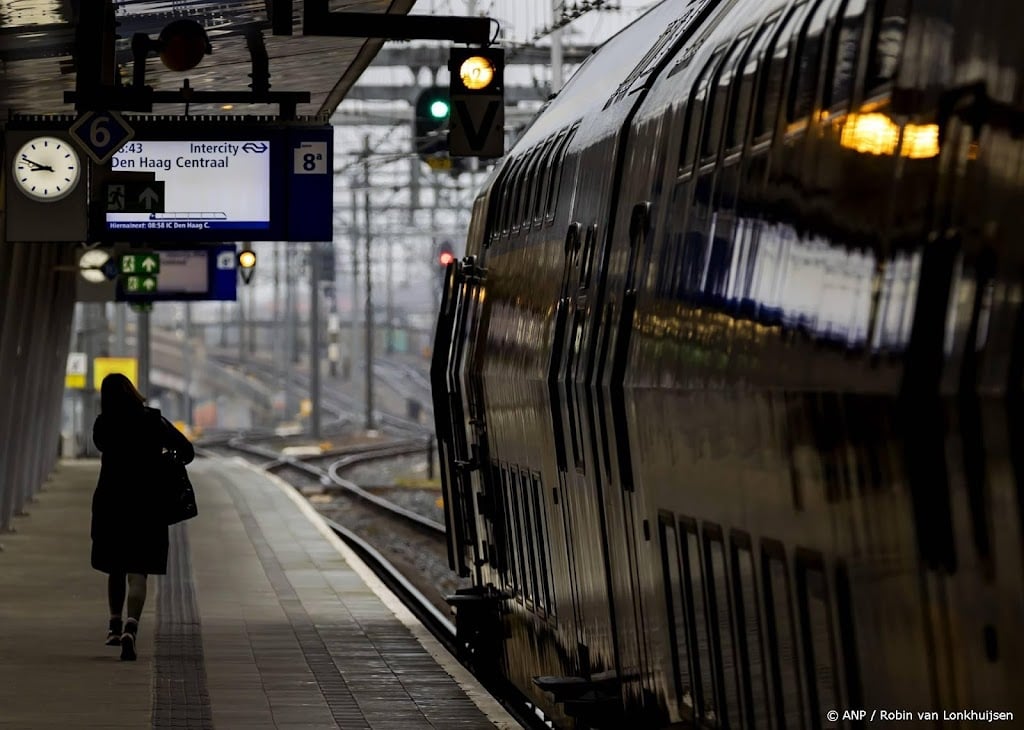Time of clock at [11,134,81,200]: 8:48
